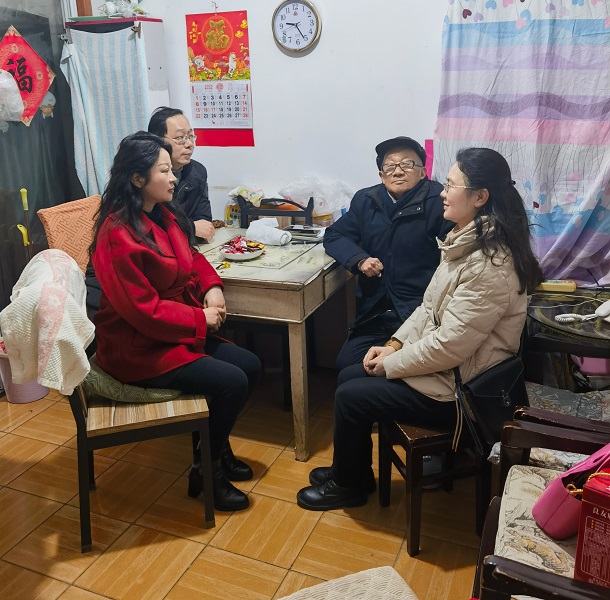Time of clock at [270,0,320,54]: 9:25
